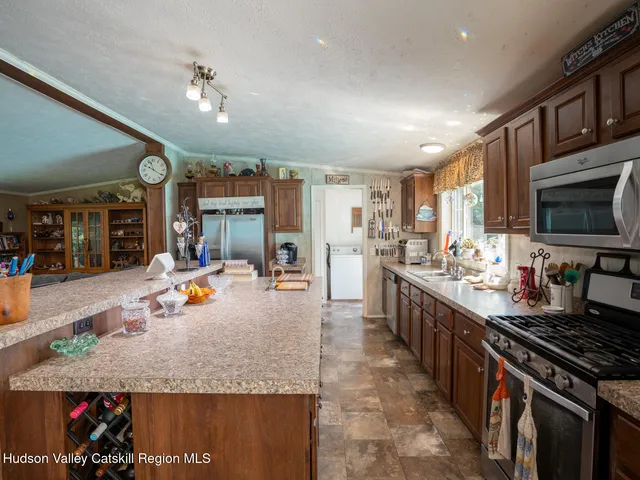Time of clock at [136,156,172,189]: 11:20
